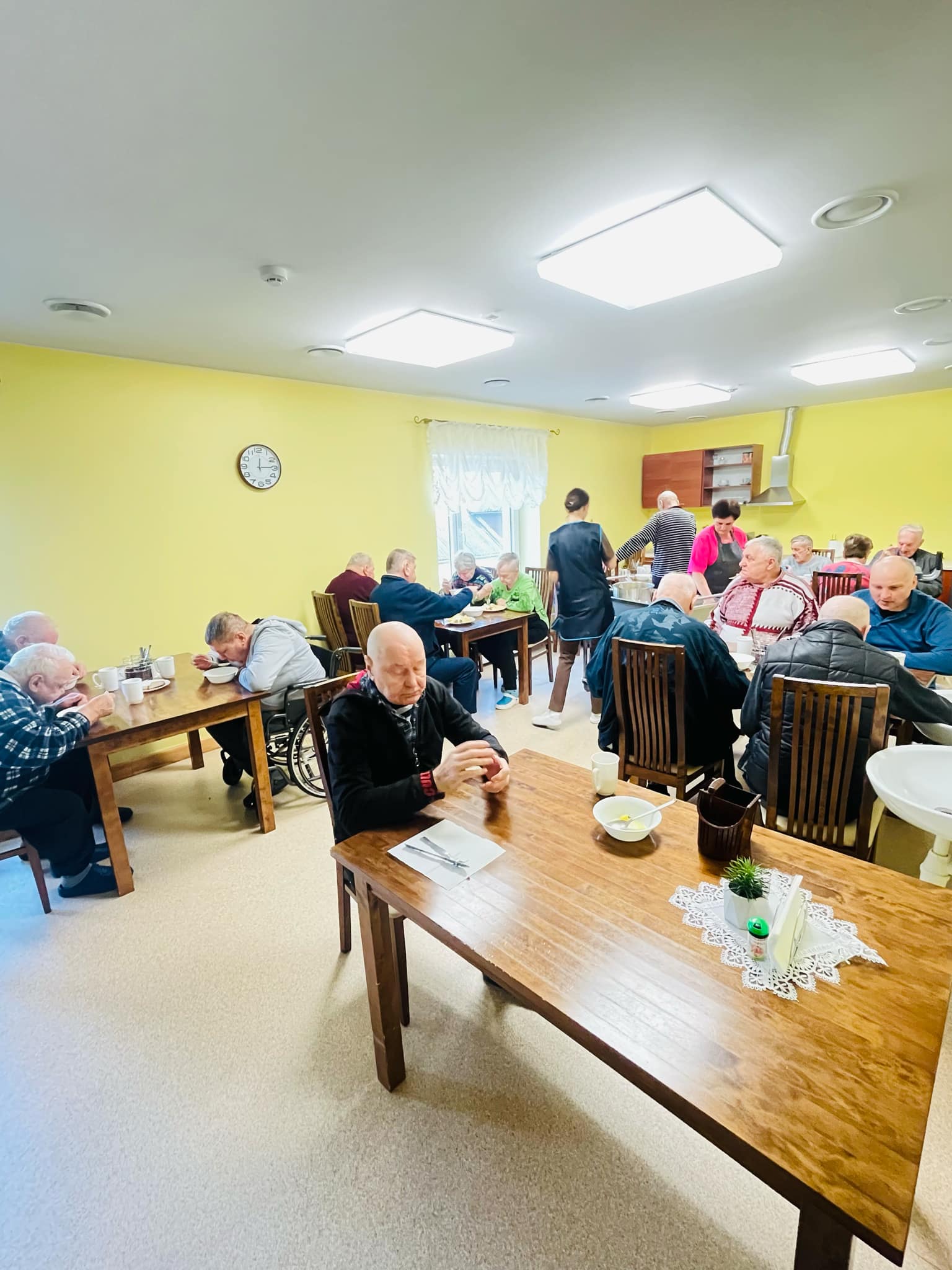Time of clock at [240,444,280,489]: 12:14
